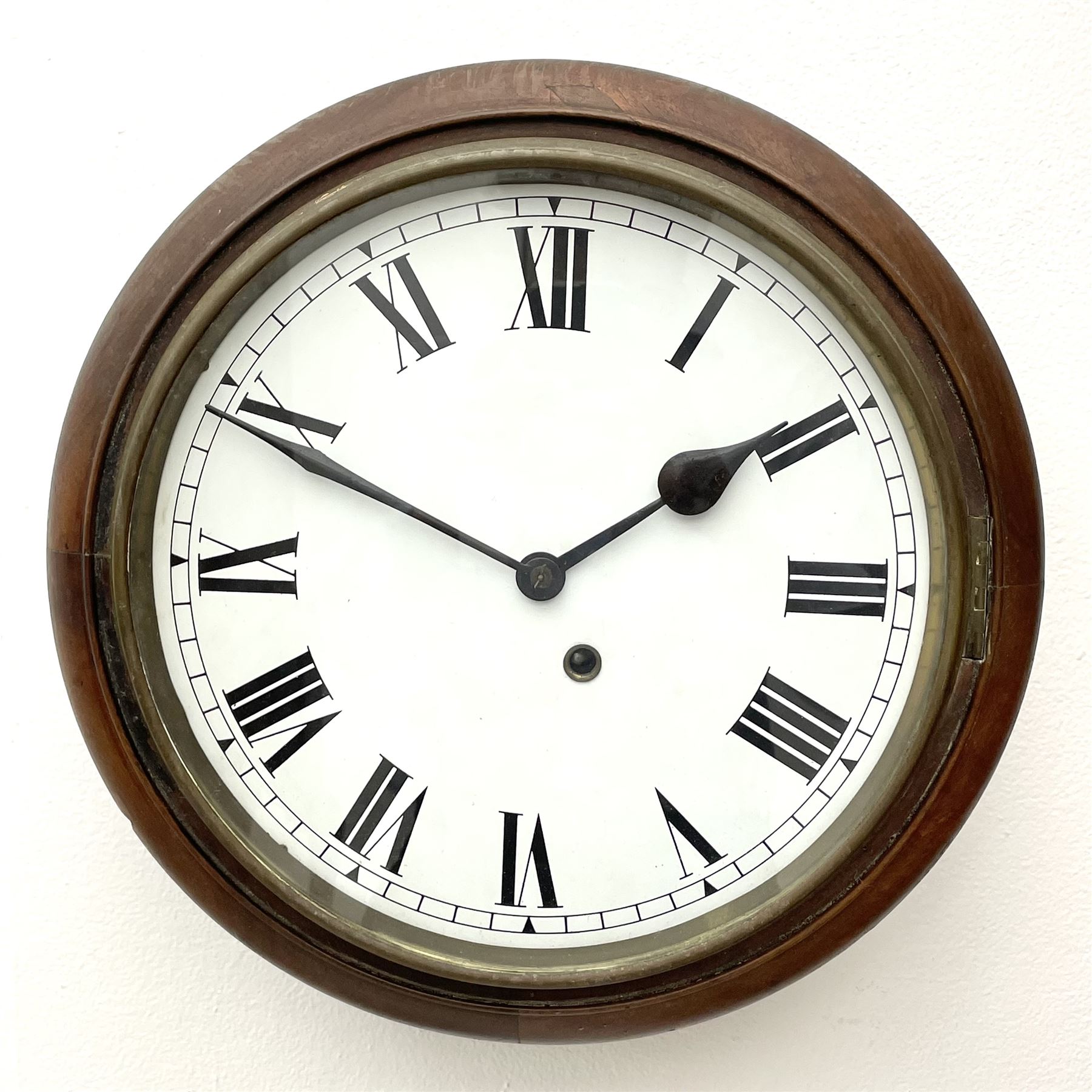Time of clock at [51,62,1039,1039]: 1:49
